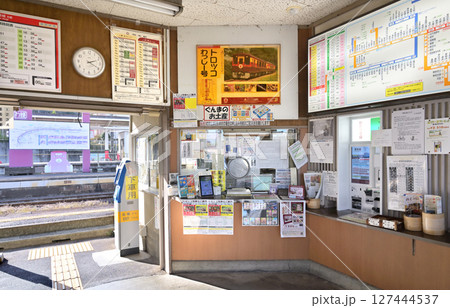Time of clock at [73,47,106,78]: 2:19
